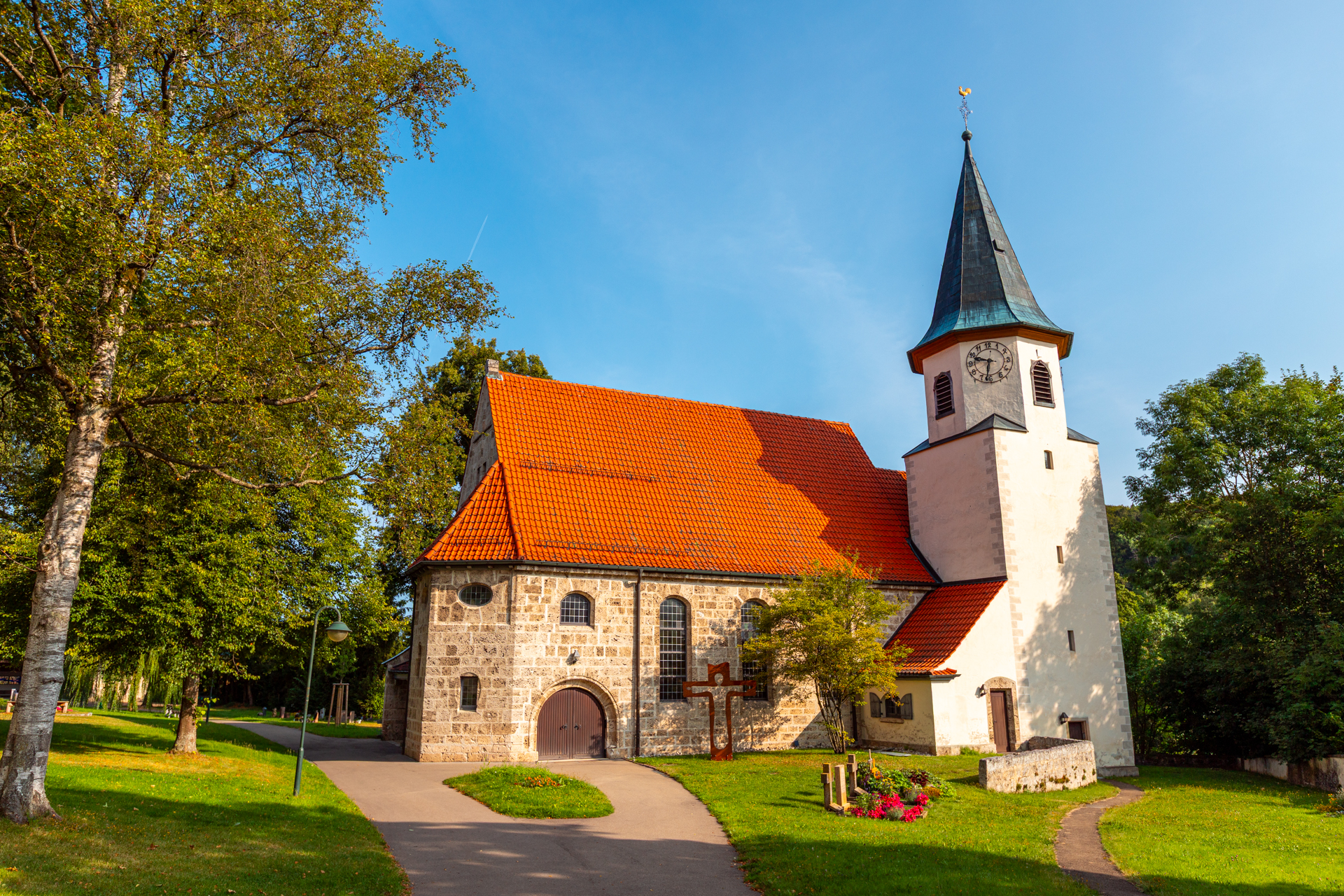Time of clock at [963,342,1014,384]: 9:32
